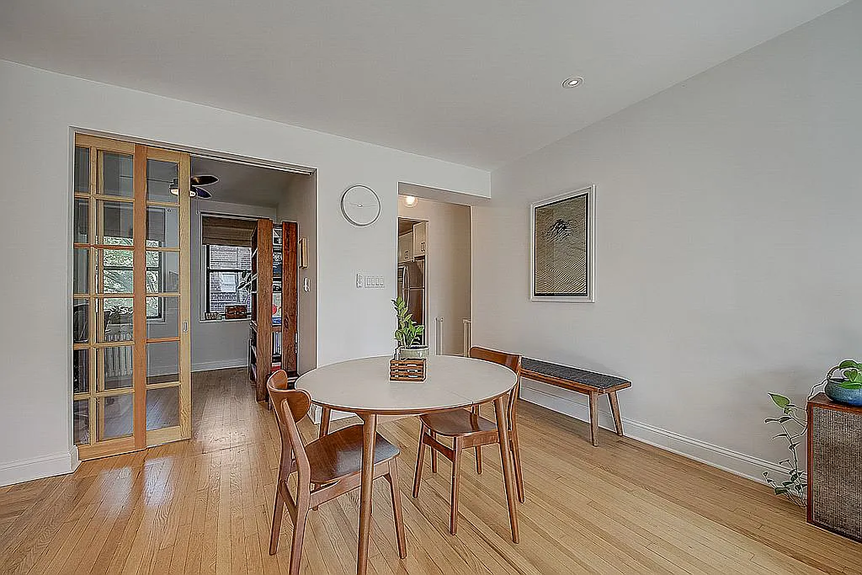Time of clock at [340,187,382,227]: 9:13
